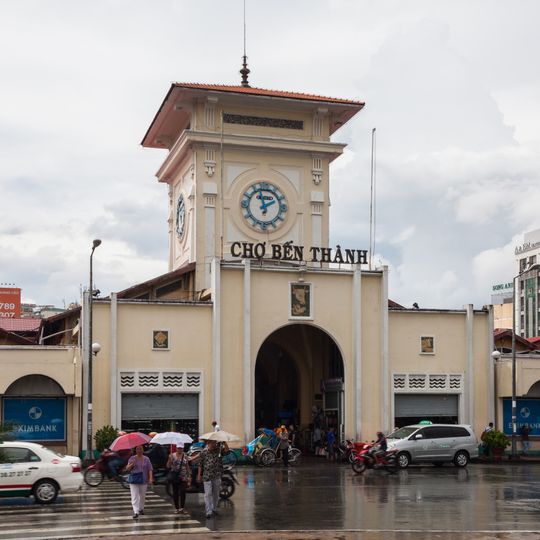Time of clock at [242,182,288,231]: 1:57
